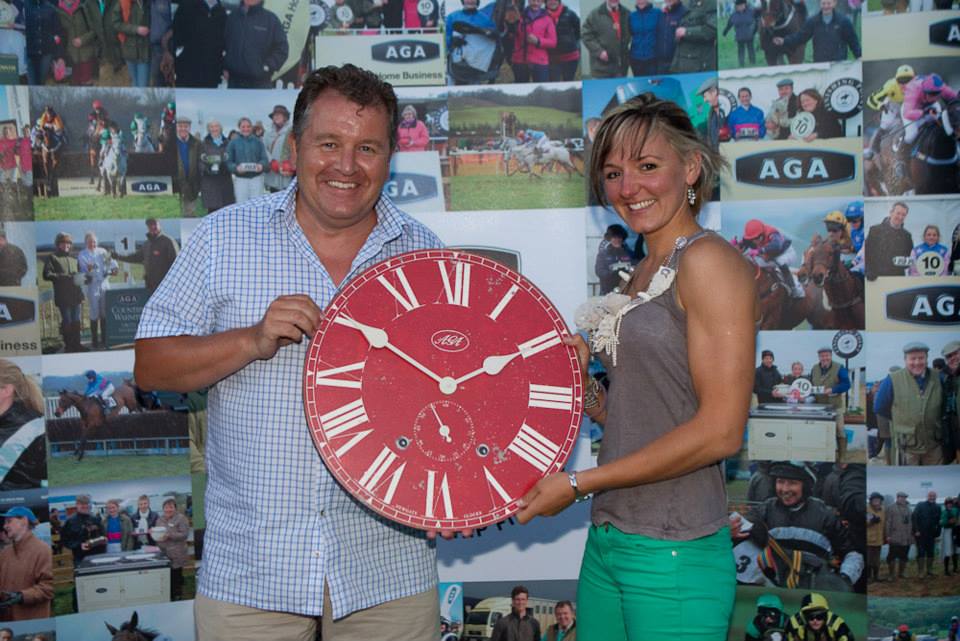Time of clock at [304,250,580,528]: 1:50
